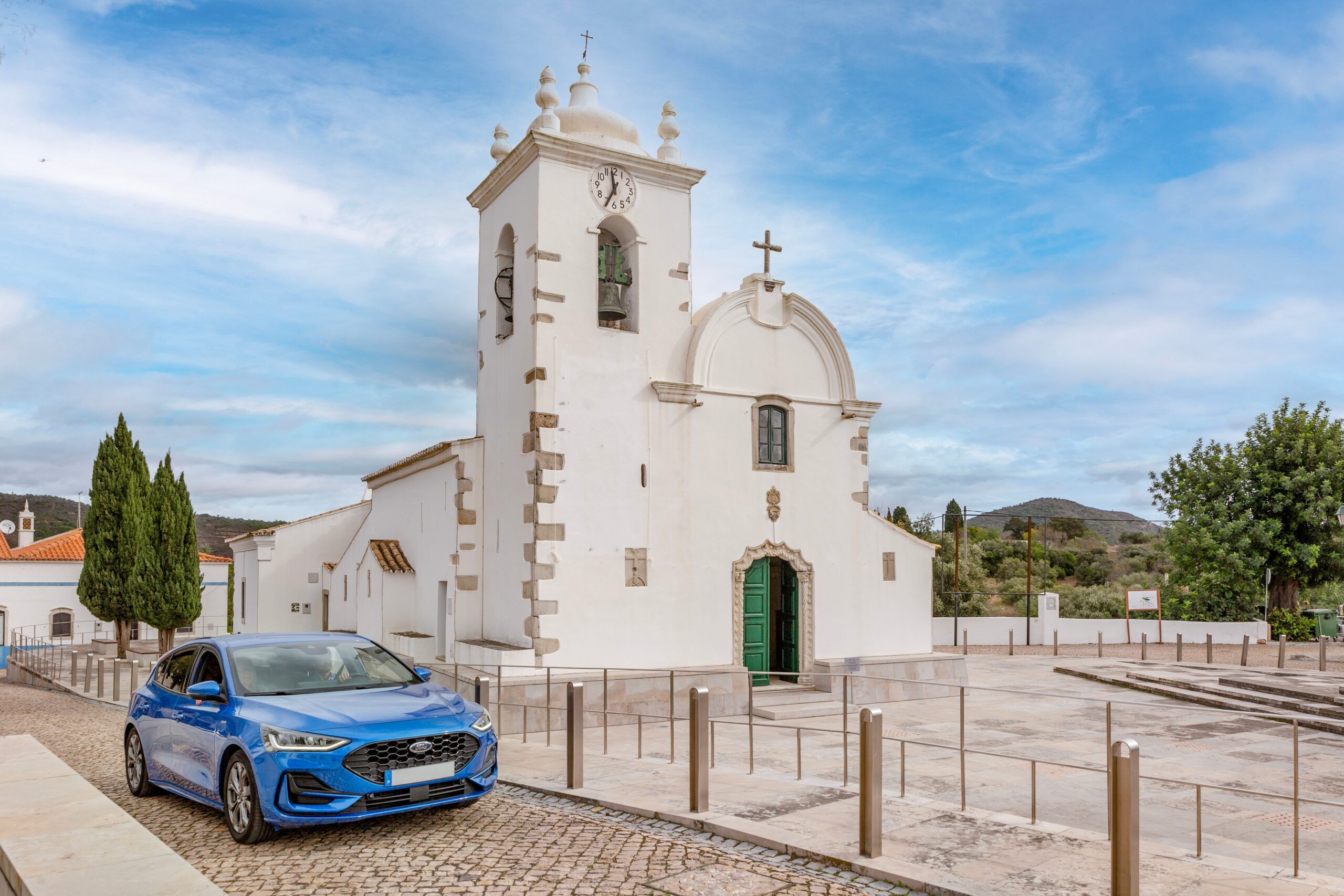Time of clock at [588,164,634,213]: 11:34
